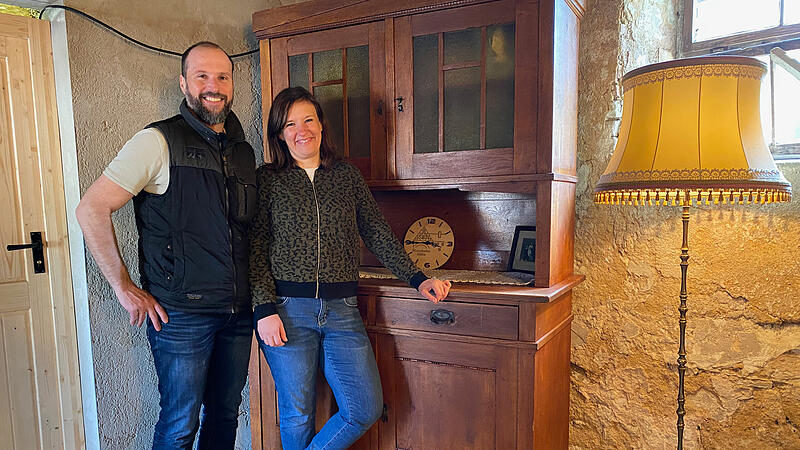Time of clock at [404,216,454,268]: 3:44
